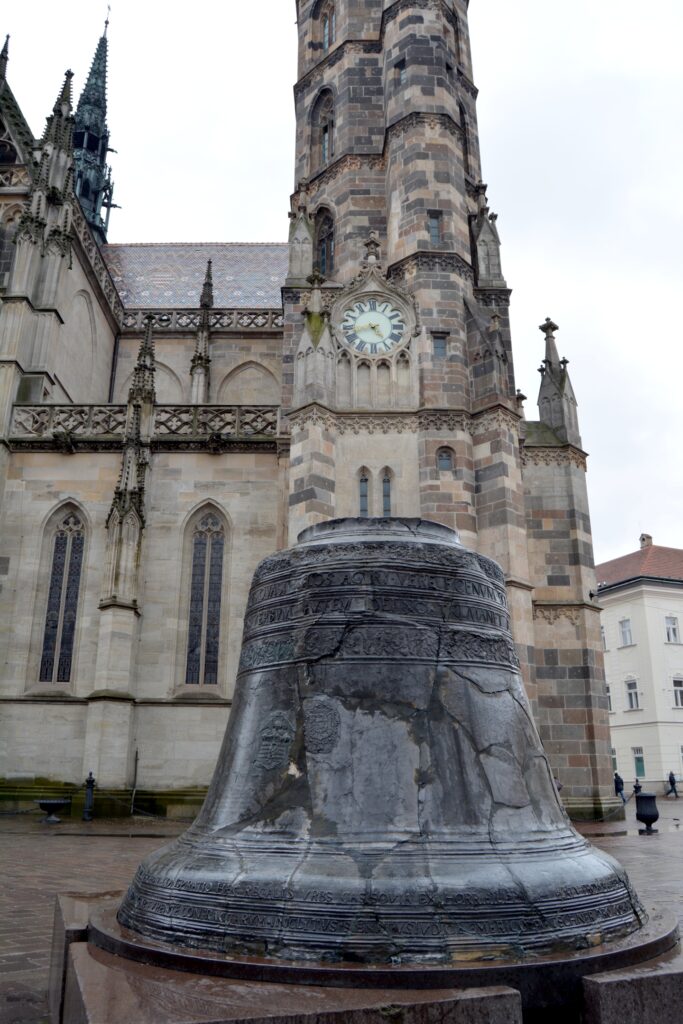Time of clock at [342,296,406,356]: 4:42
